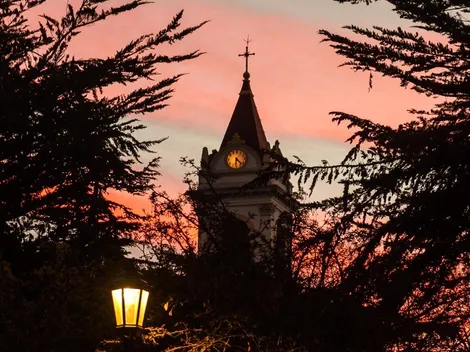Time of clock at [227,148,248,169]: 6:22
